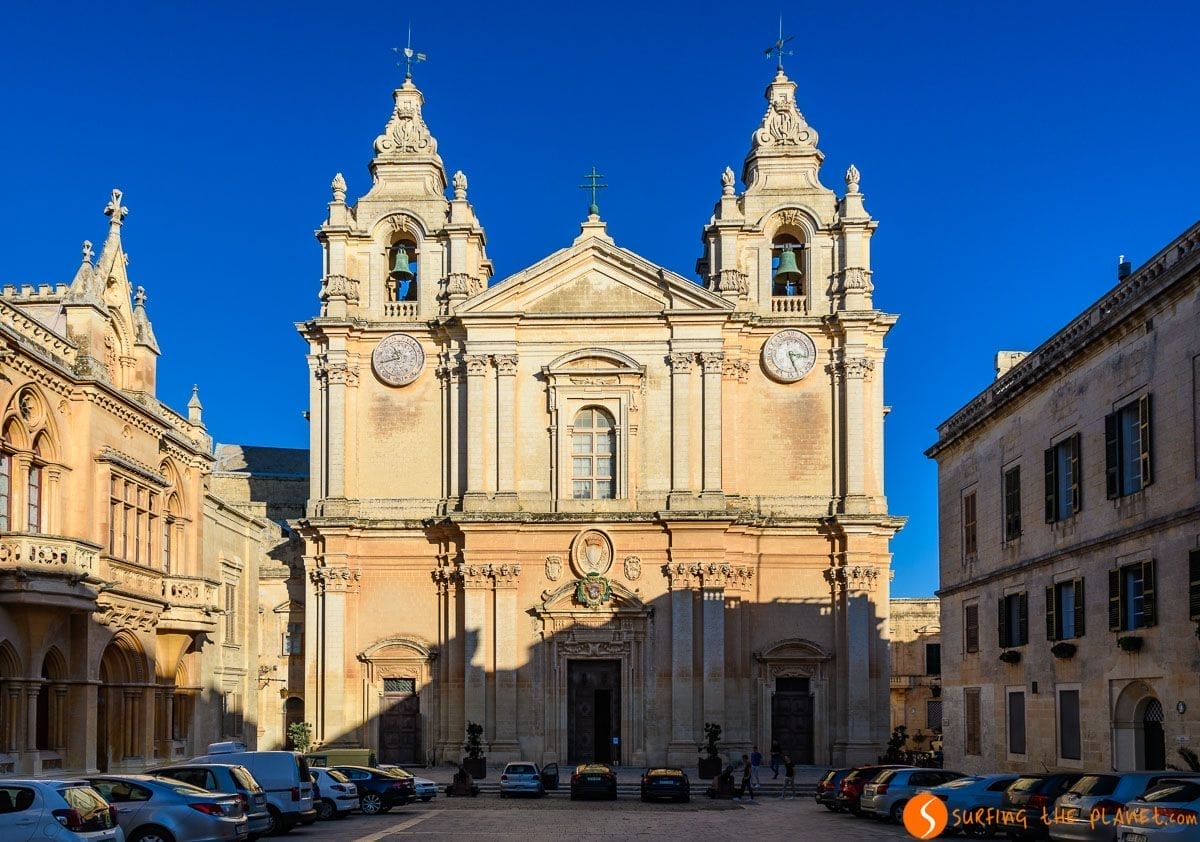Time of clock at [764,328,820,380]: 3:26
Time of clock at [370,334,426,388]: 10:42
